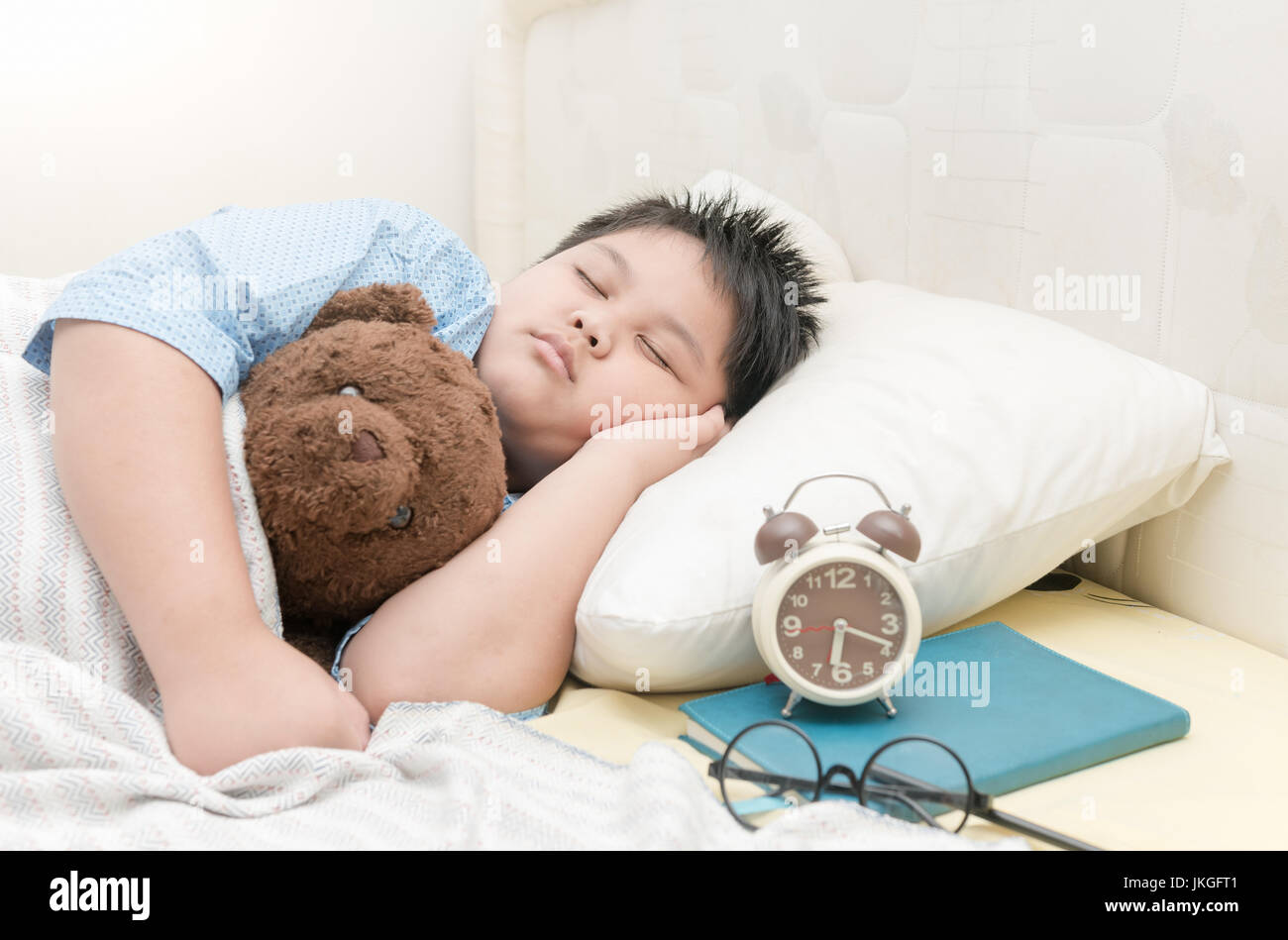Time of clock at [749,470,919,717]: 6:18
